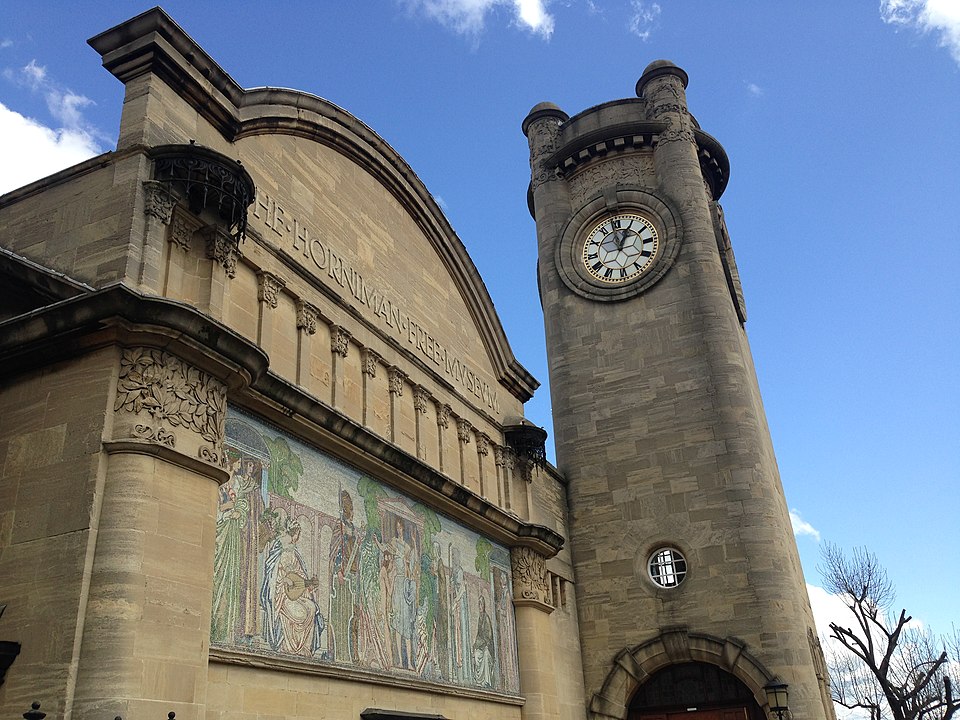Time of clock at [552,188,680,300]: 12:58
